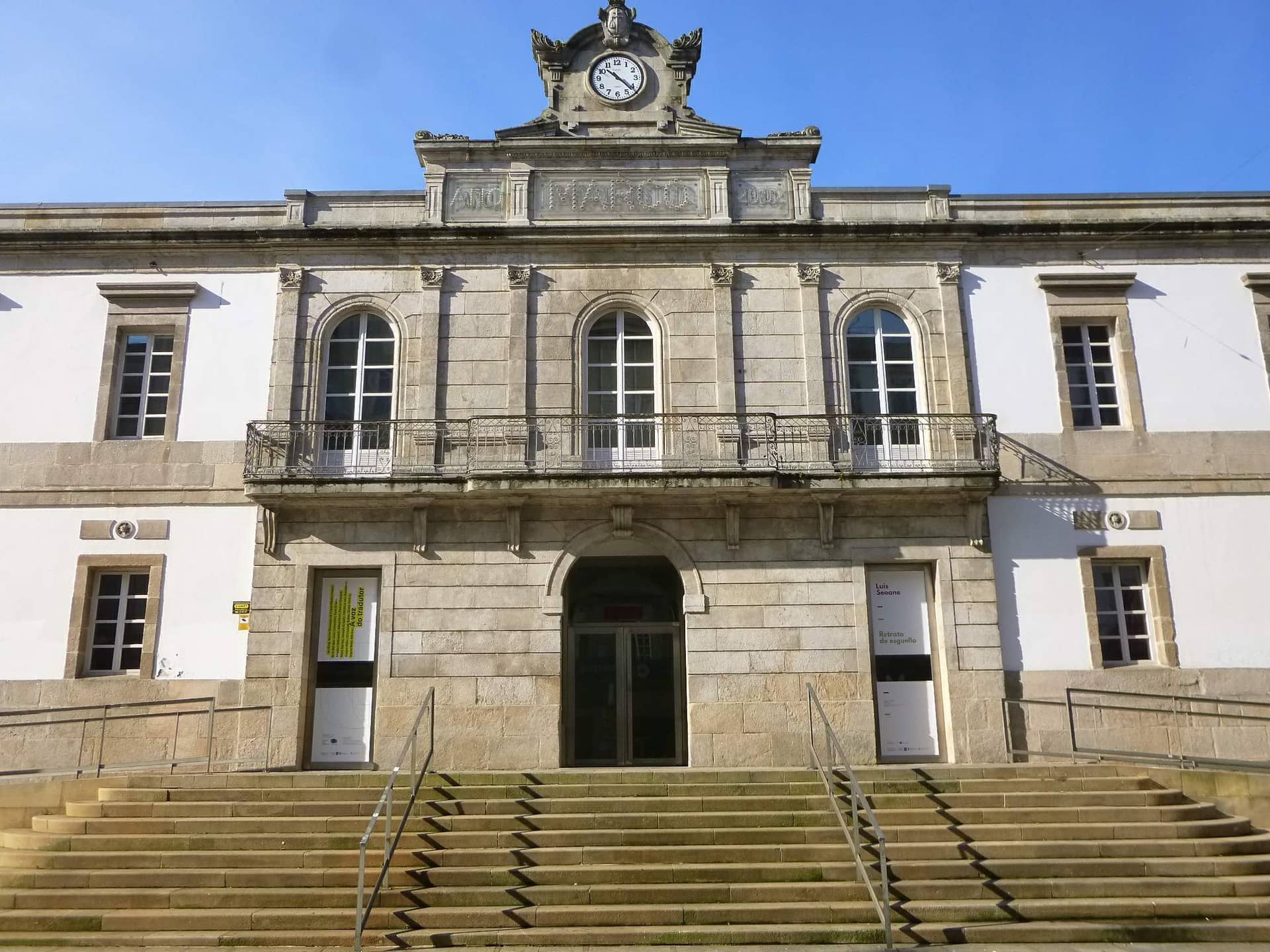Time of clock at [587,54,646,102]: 10:22
